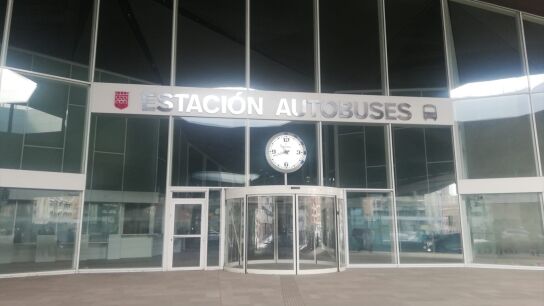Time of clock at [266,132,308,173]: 10:41
